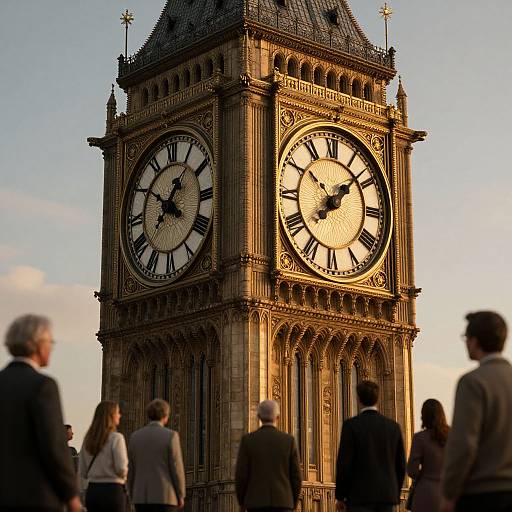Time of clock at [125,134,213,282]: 12:50
